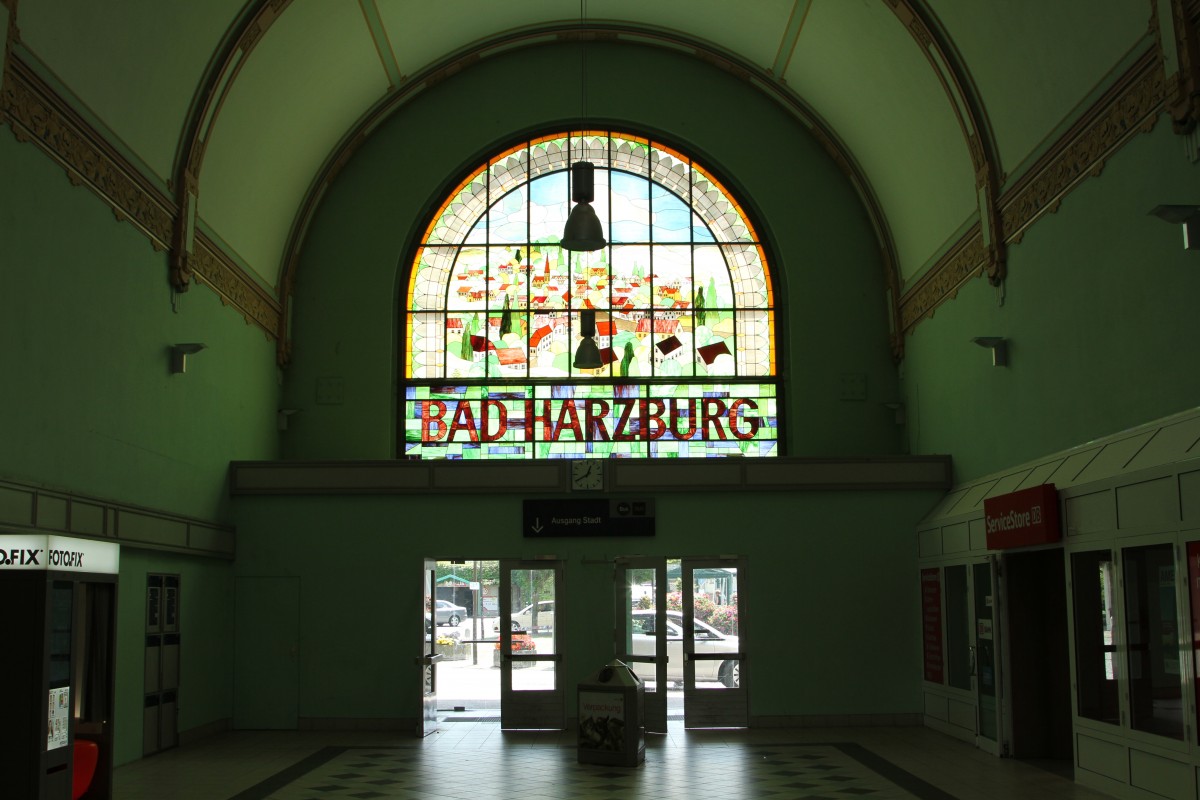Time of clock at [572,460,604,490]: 12:40
